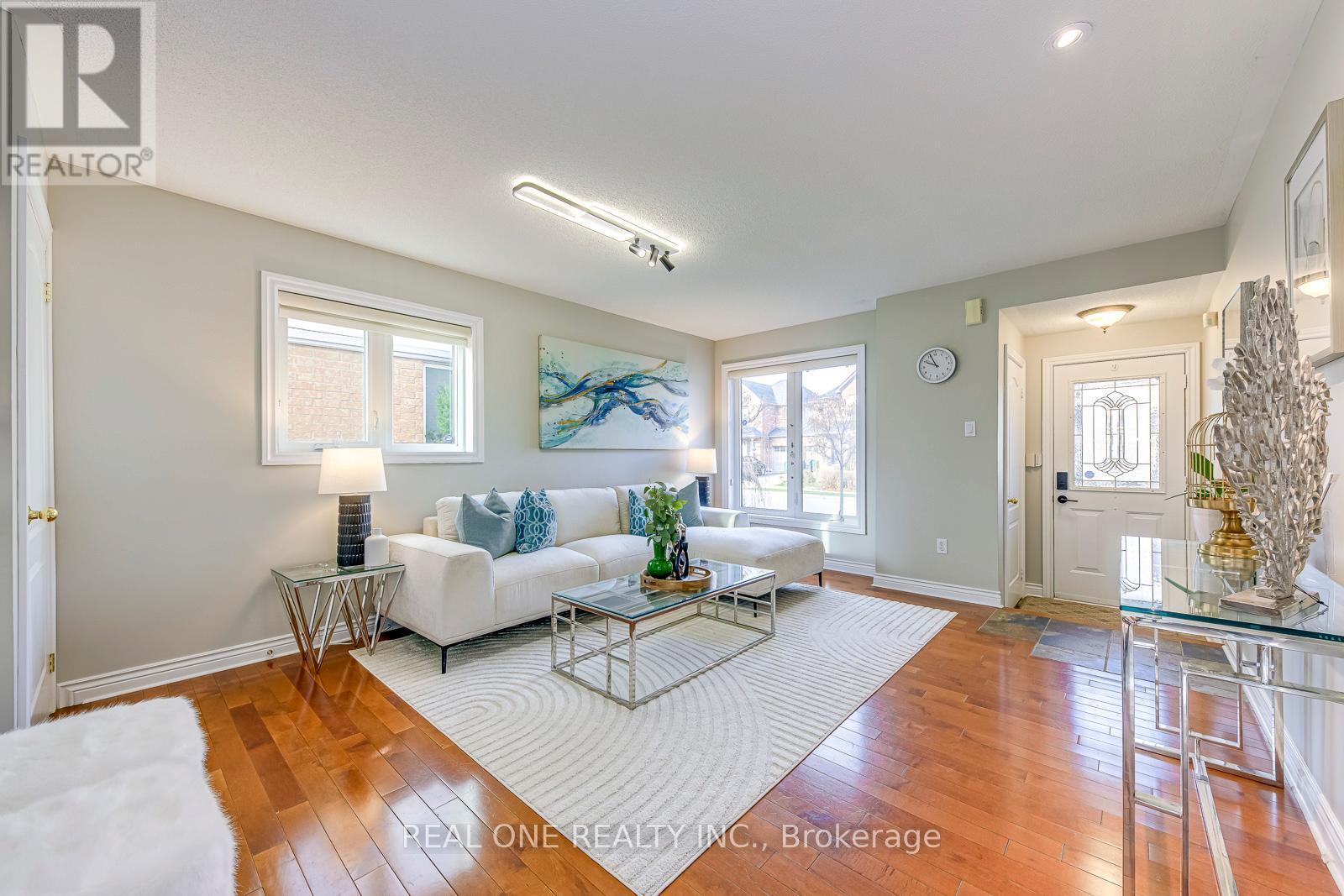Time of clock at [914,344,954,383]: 9:56
